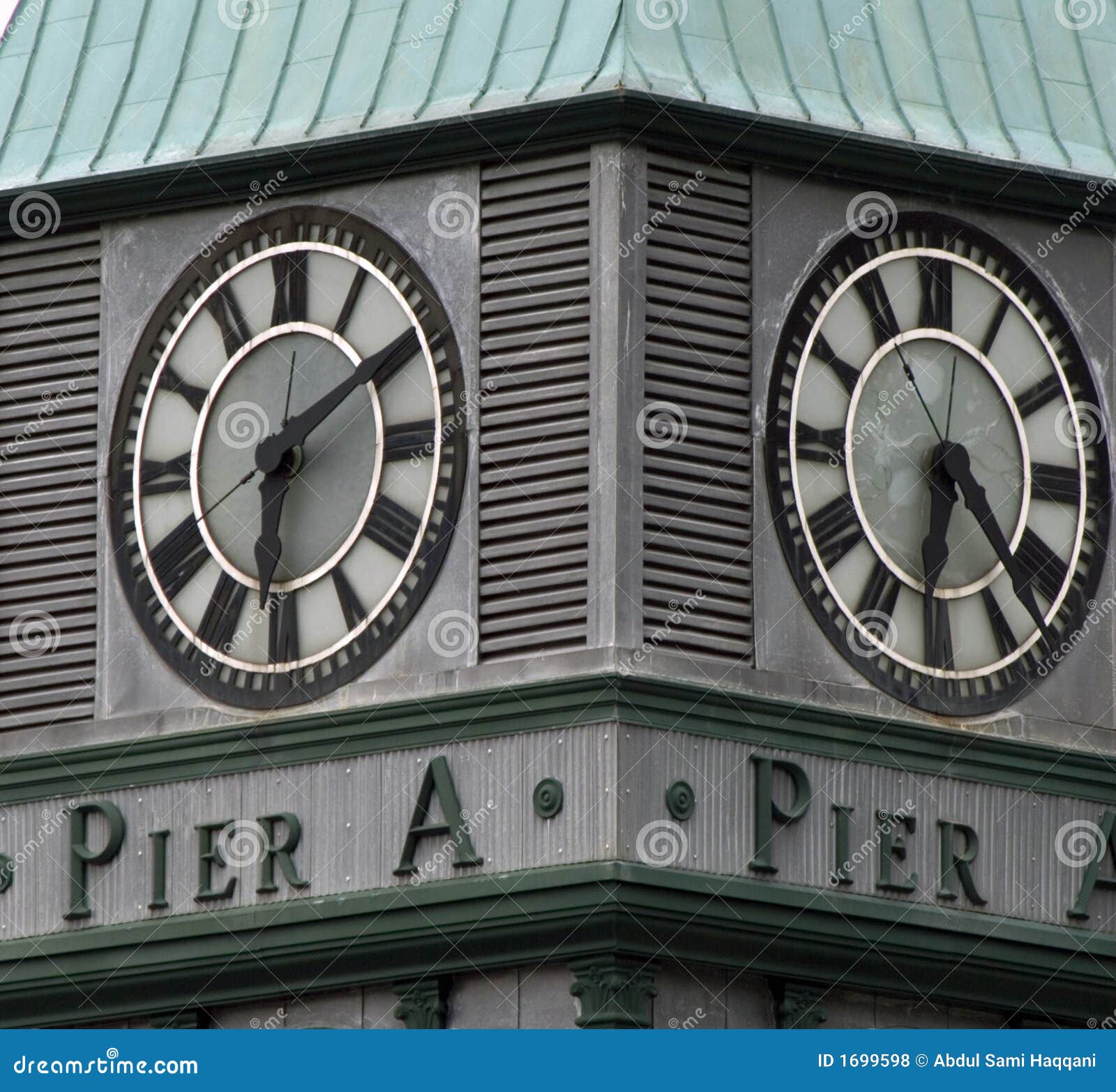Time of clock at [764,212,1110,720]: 6:23
